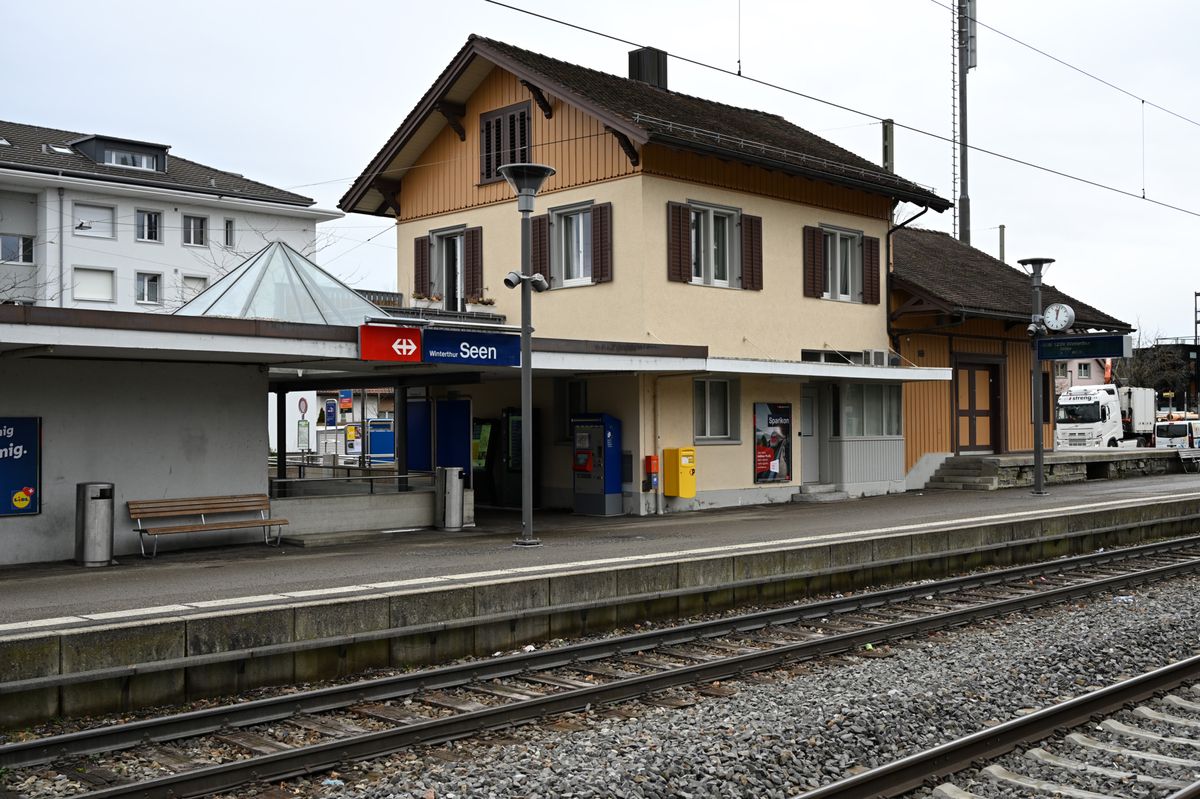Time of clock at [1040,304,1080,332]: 12:02
